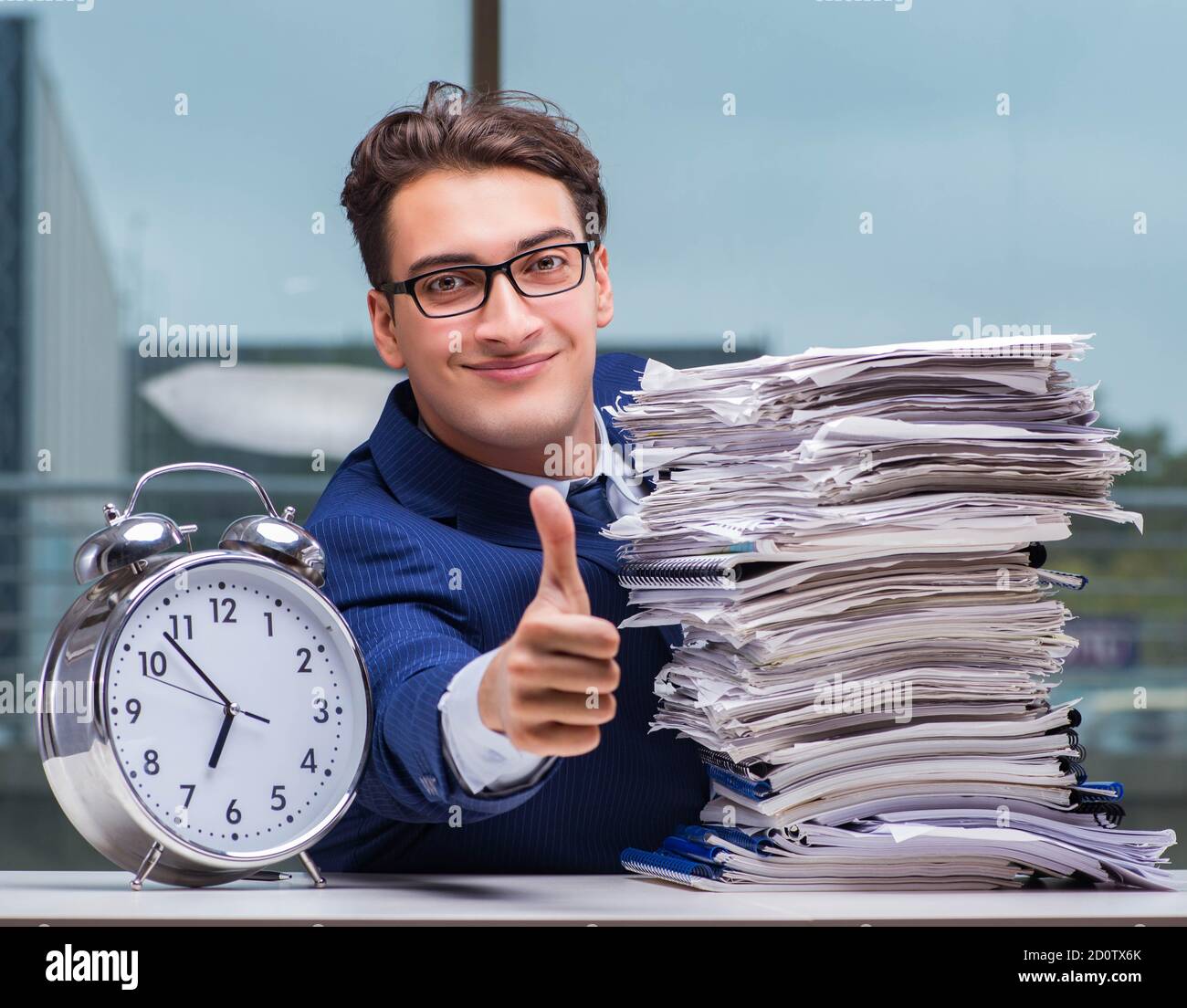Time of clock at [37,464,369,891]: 6:52
